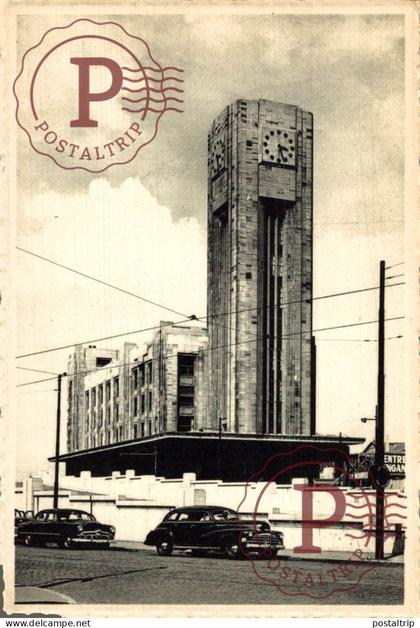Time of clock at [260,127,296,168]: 3:27
